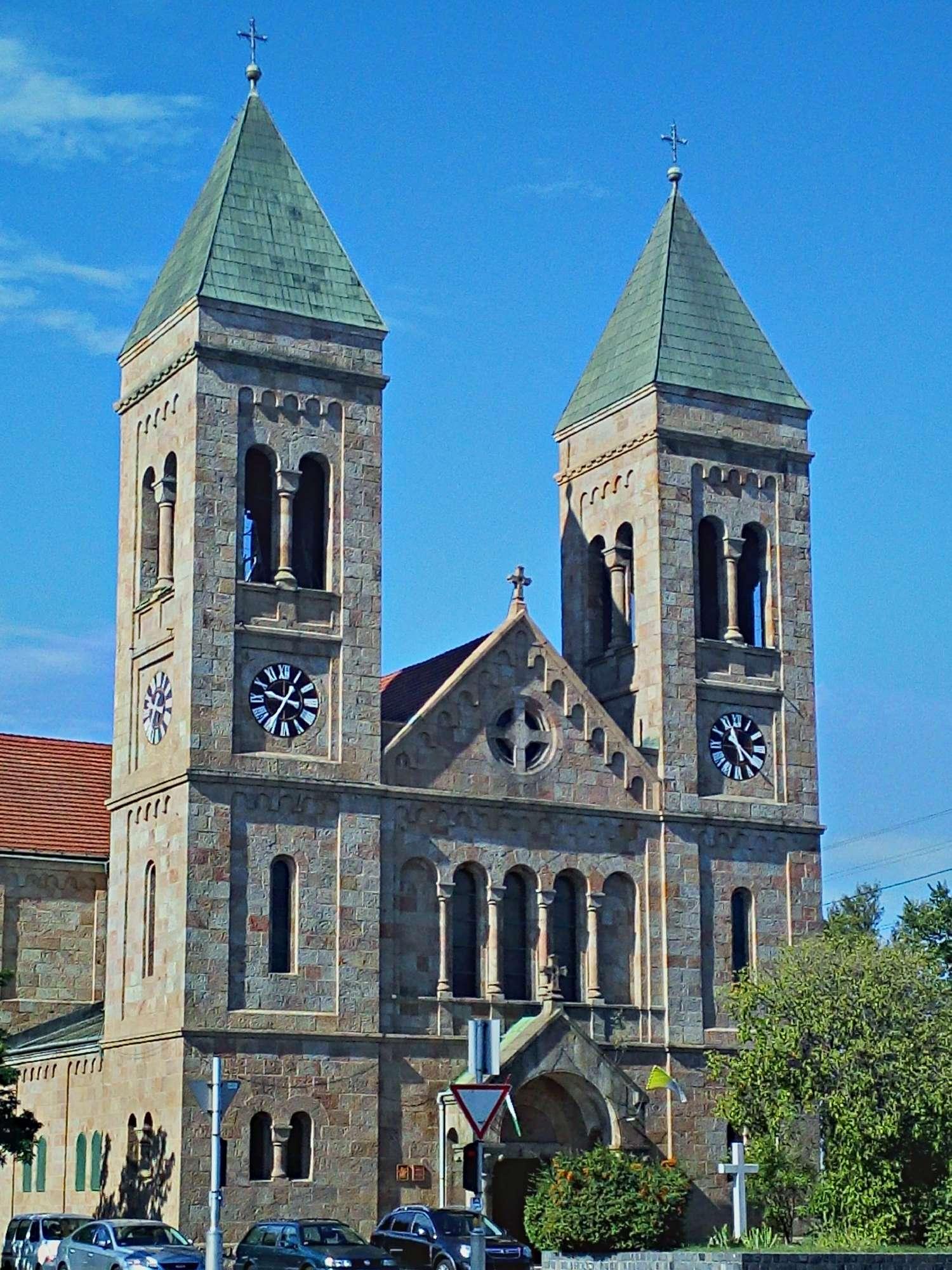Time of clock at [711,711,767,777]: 11:21
